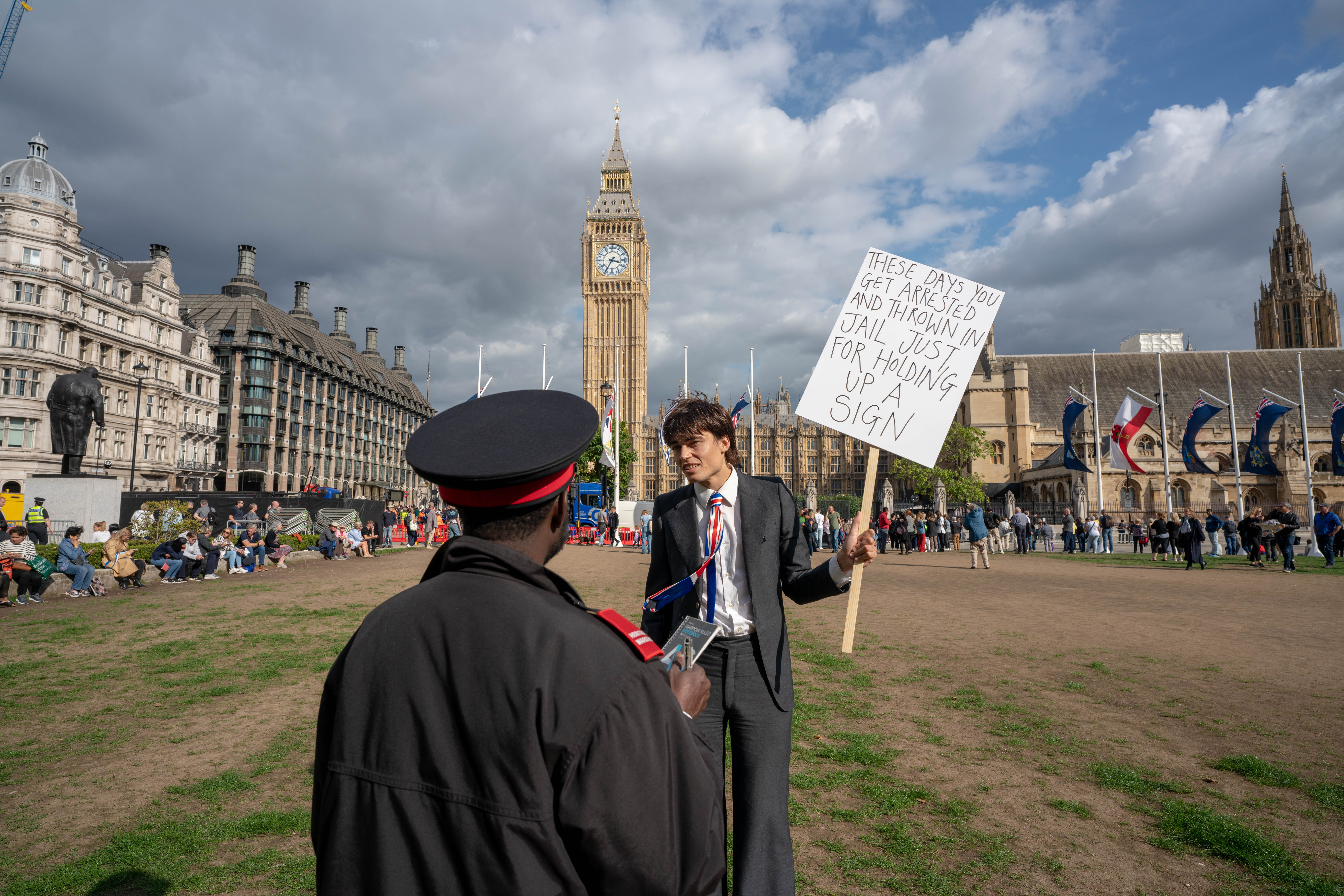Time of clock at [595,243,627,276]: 3:34
